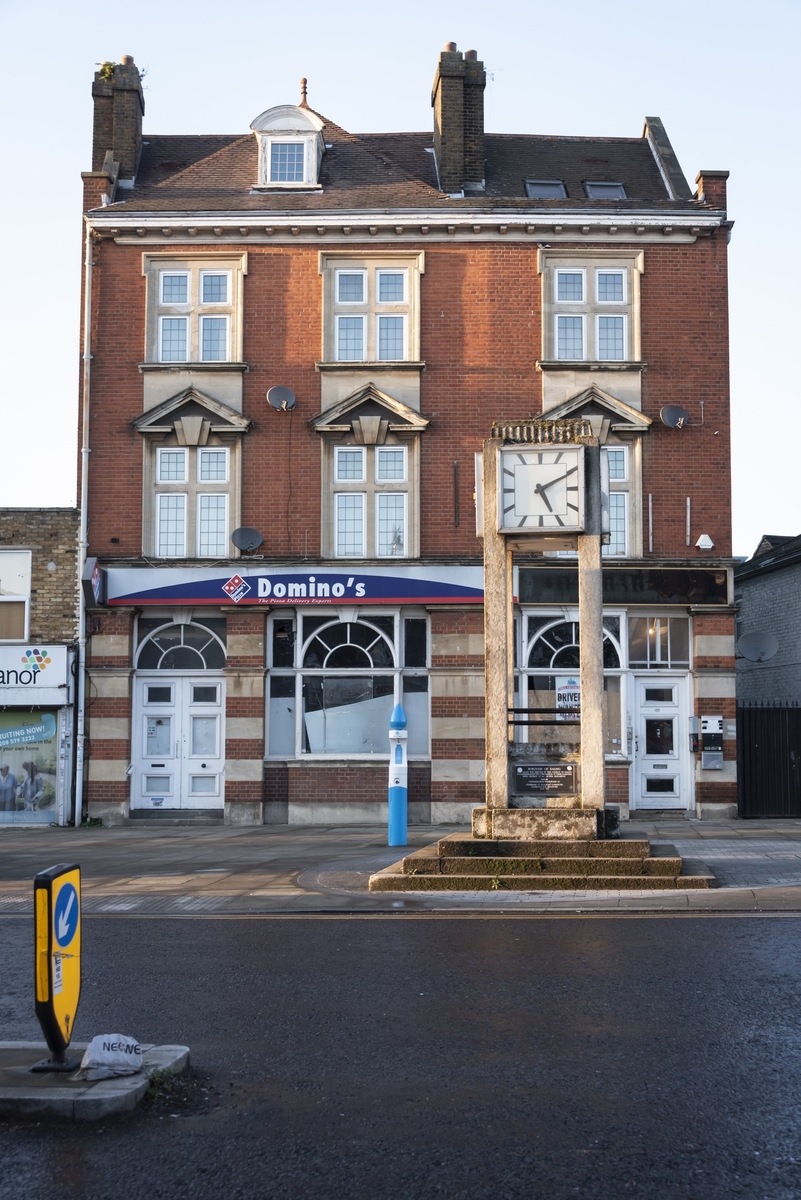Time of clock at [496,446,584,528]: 5:10
